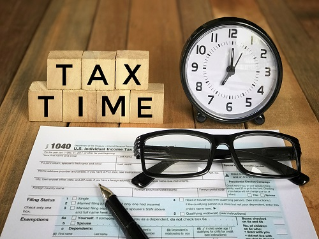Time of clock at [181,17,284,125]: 7:00
